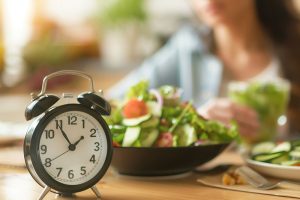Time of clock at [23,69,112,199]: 1:54
